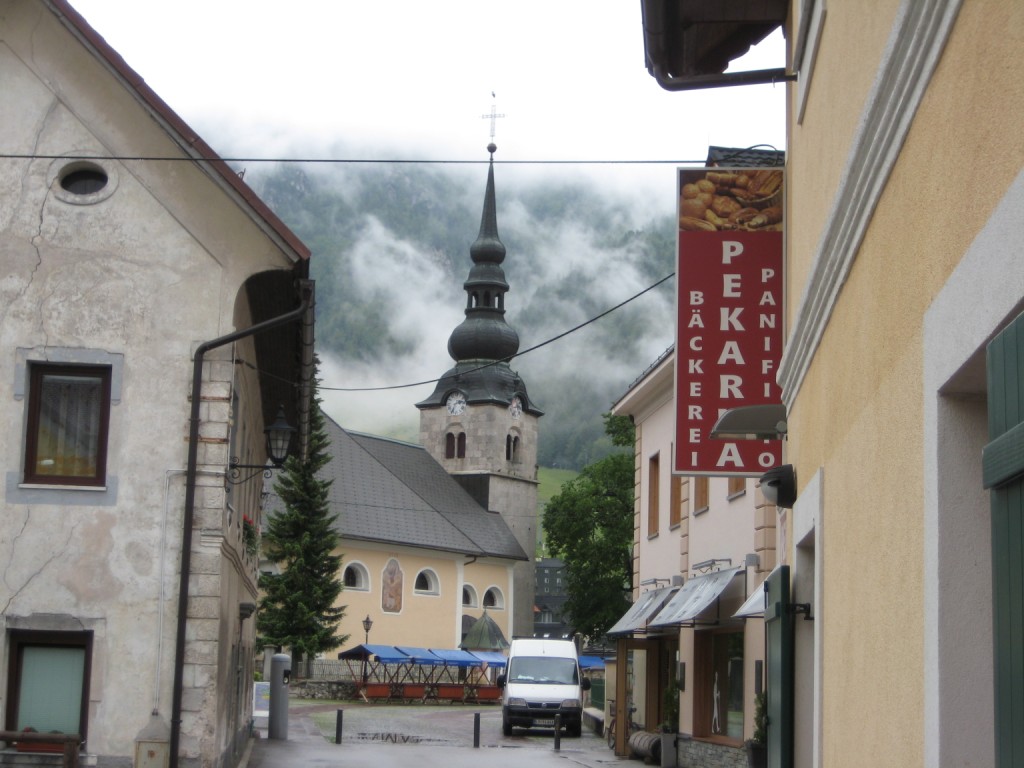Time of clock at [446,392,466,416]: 2:34
